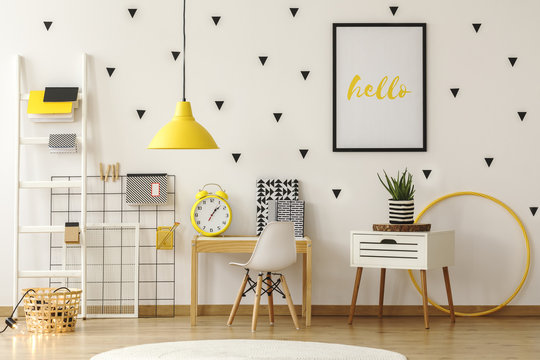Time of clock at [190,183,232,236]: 1:07
